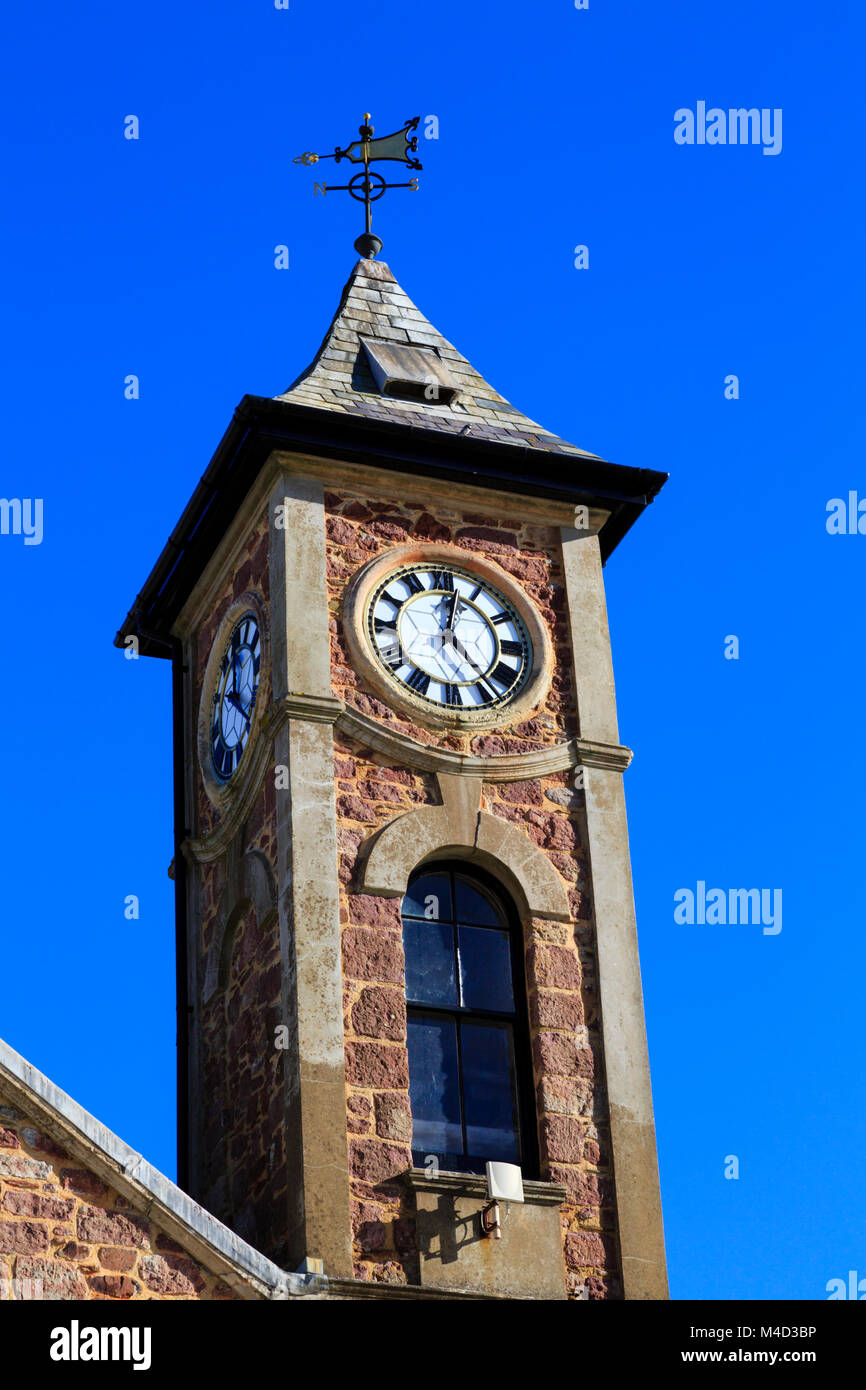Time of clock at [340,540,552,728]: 12:23
